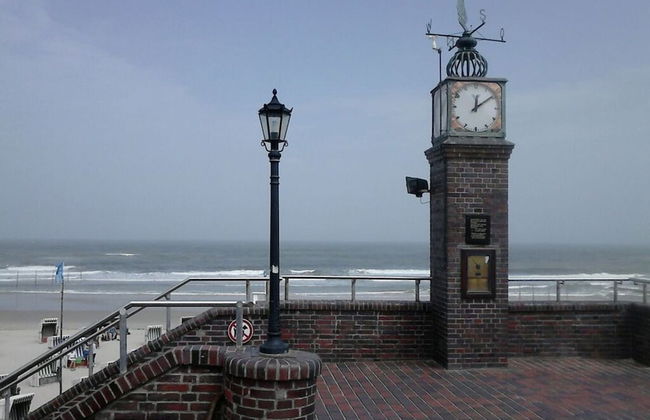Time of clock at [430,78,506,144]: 12:09
